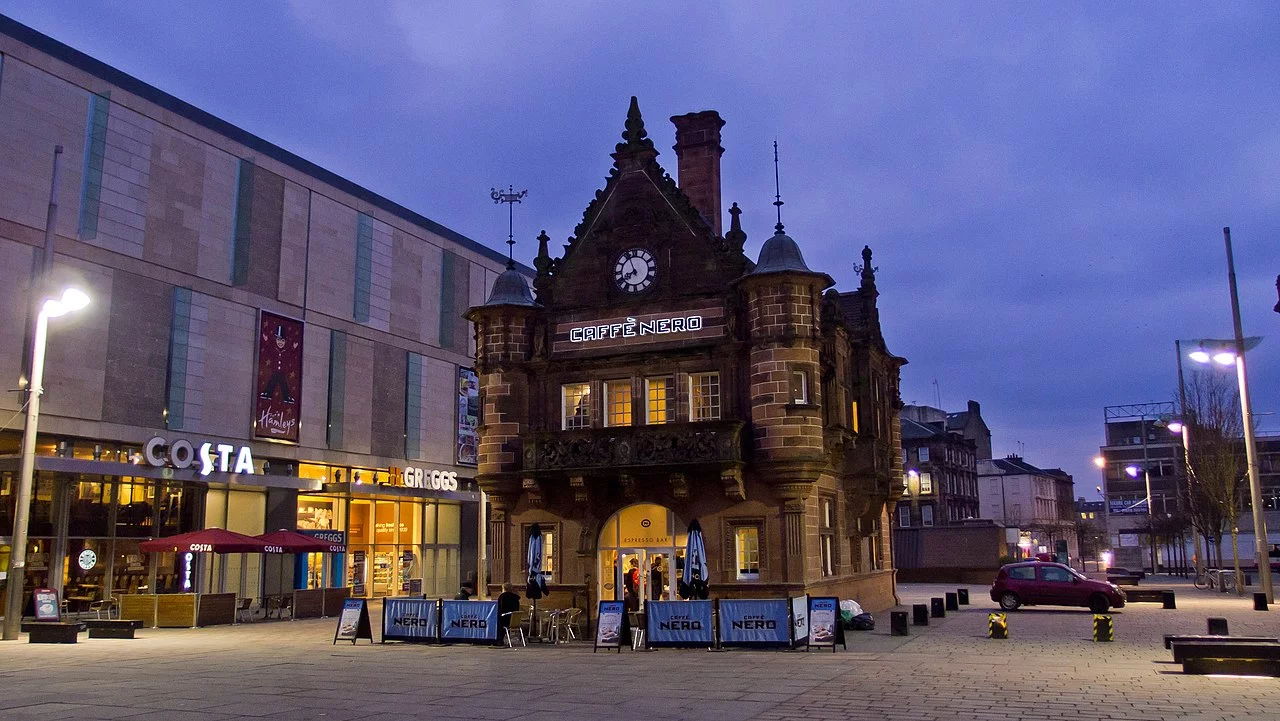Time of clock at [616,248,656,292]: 7:55
